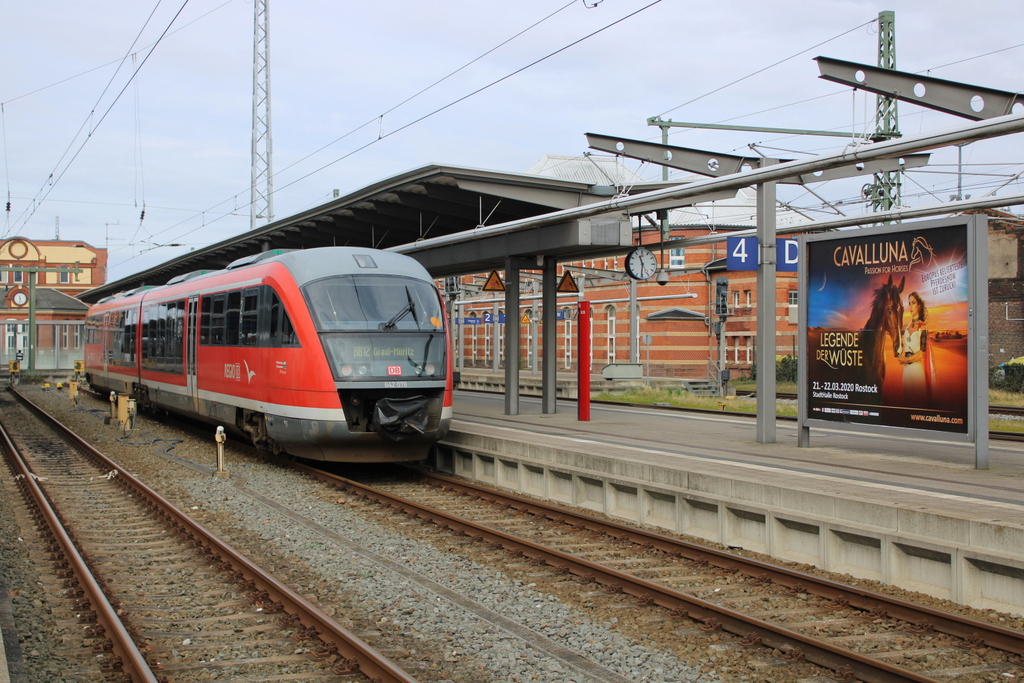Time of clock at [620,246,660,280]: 11:31
